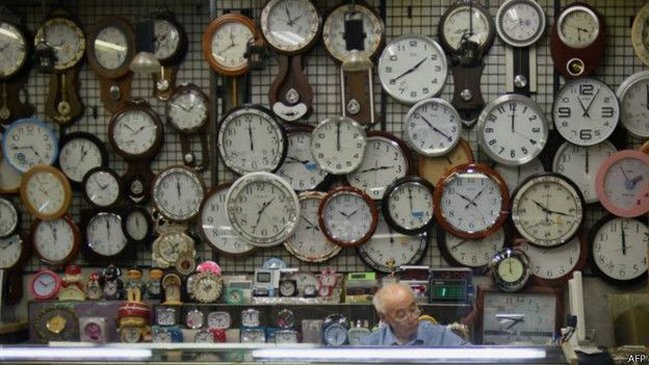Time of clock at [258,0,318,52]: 1:57
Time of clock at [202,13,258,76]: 11:40
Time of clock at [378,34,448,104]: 1:40
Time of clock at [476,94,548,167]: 12:00
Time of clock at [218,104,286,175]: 12:00
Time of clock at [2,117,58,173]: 4:44
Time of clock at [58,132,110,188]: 1:00
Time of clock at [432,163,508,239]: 10:07
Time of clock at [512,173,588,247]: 10:17
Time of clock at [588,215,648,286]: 11:58
